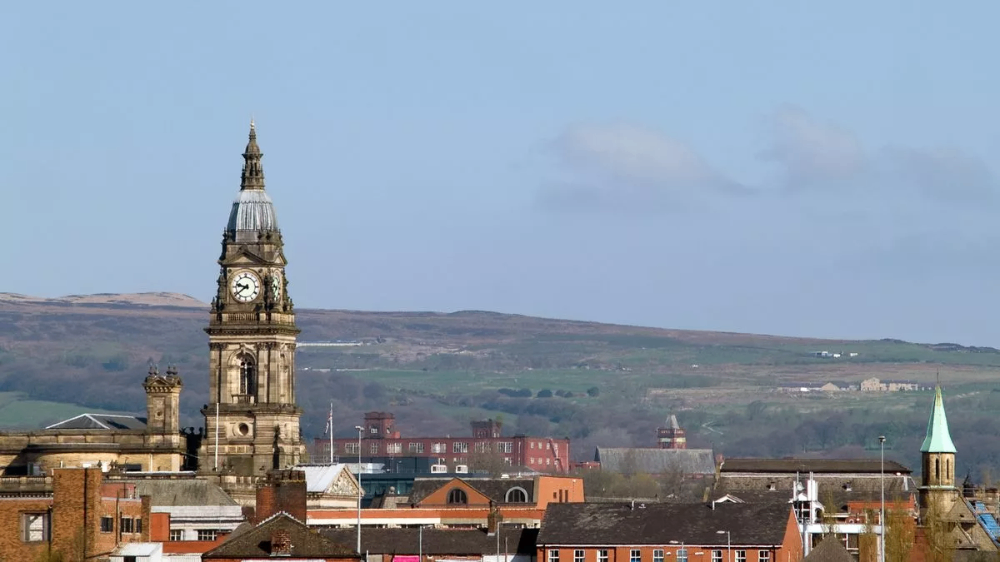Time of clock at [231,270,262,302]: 9:38
